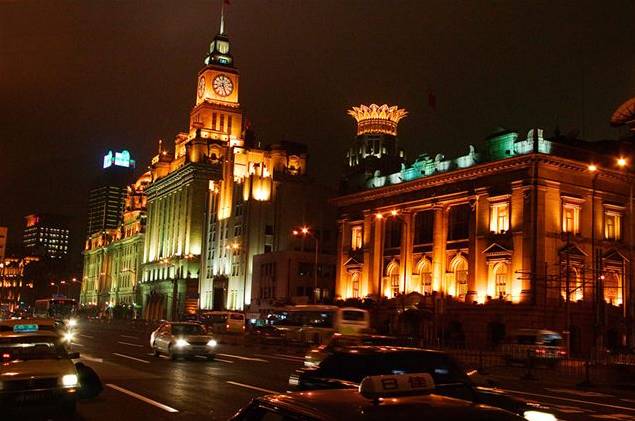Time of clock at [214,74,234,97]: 8:26
